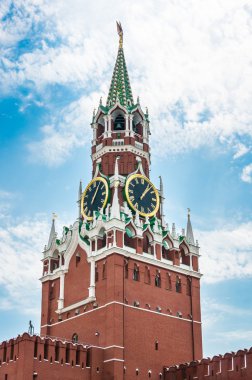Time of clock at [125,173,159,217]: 1:07
